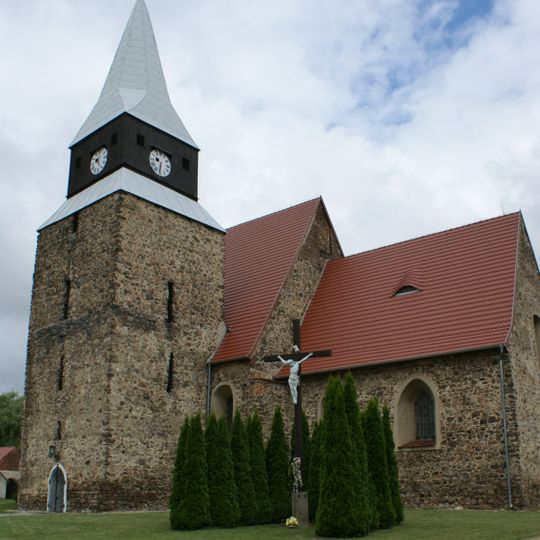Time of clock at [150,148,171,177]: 9:32
